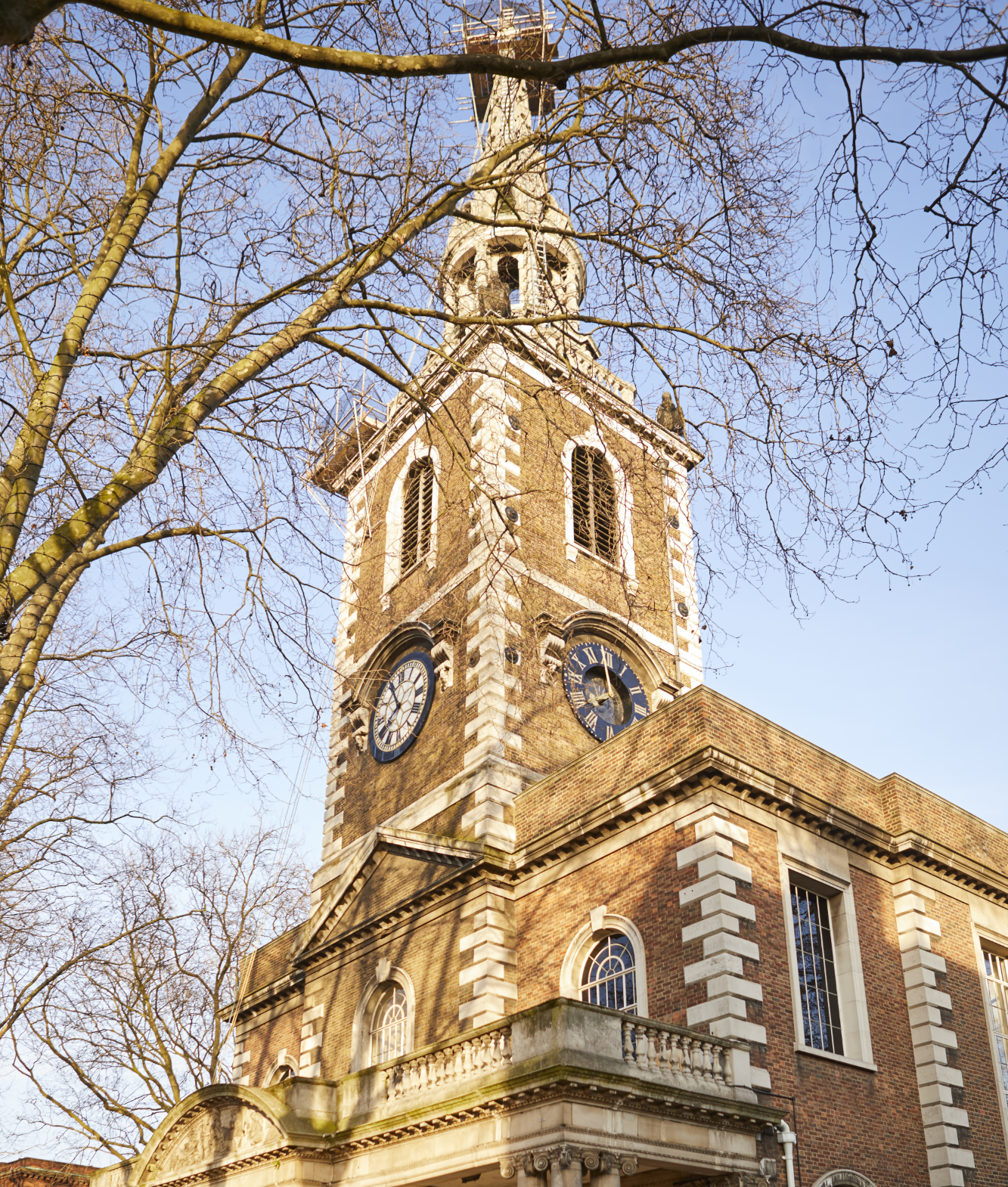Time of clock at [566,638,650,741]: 7:58
